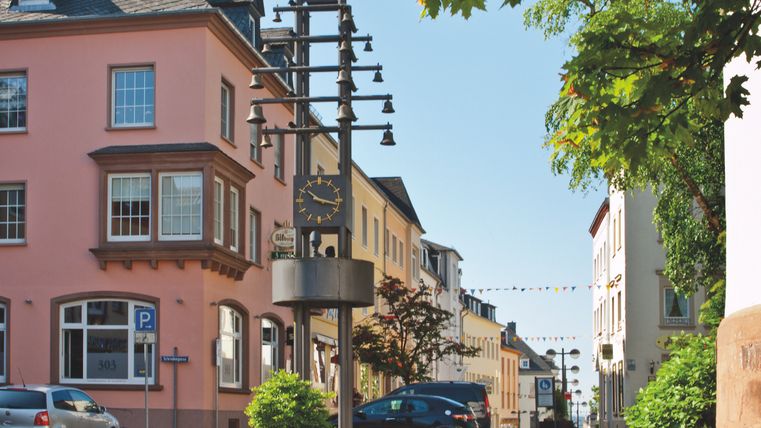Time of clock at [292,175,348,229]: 10:17
